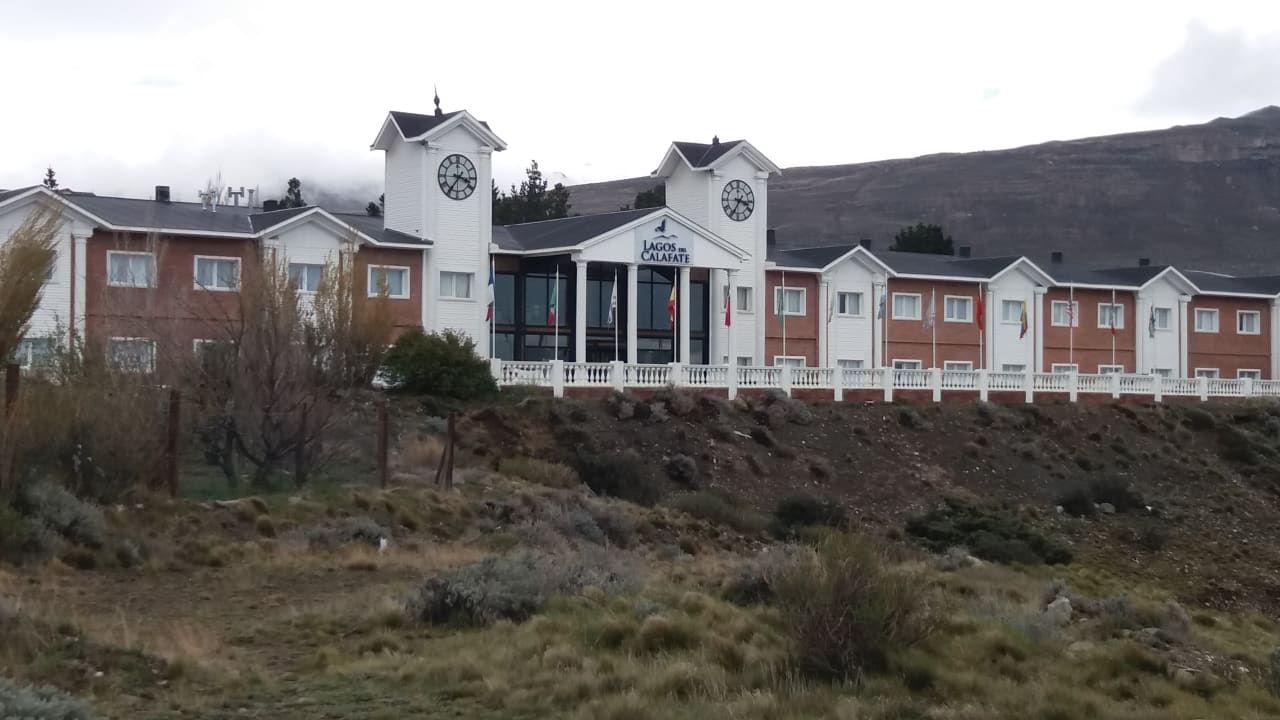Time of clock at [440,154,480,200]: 3:35
